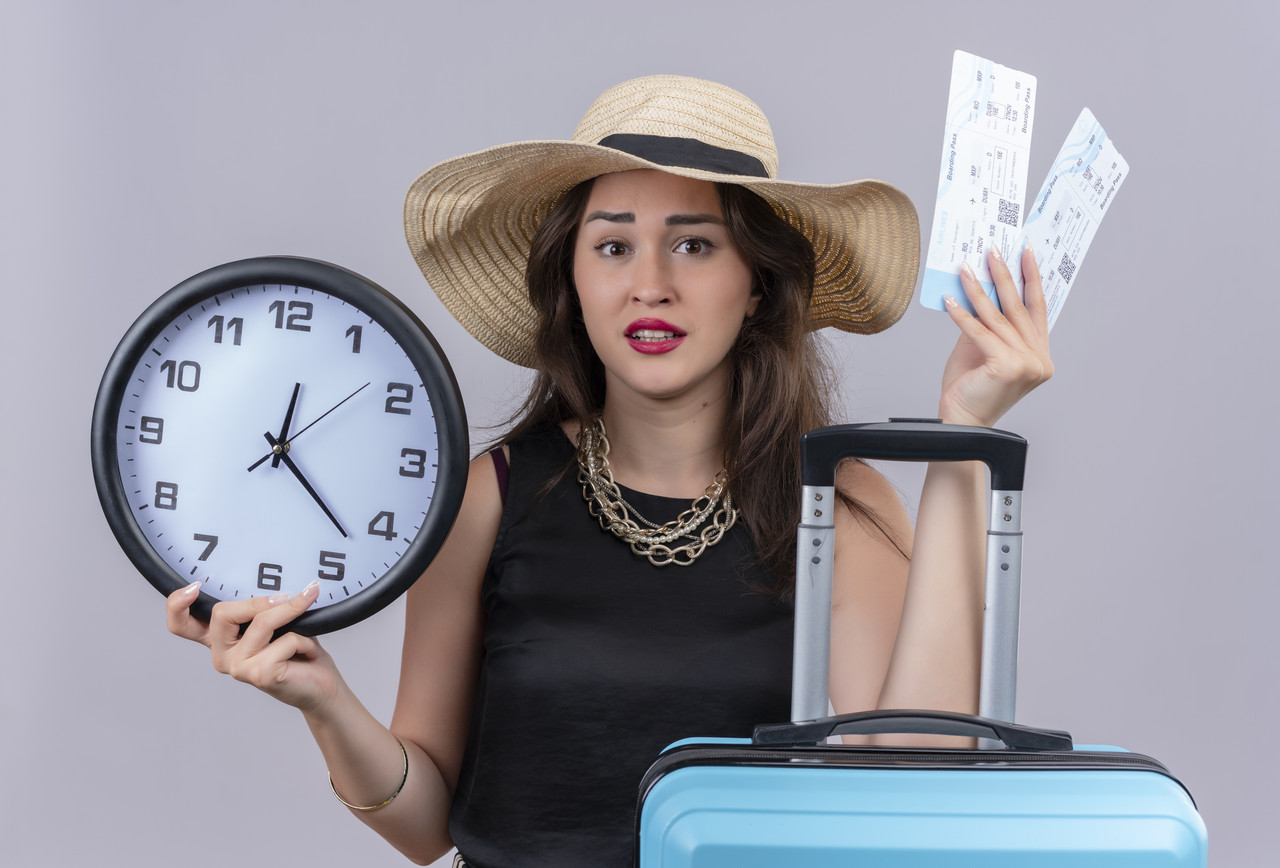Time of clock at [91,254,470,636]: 12:22
